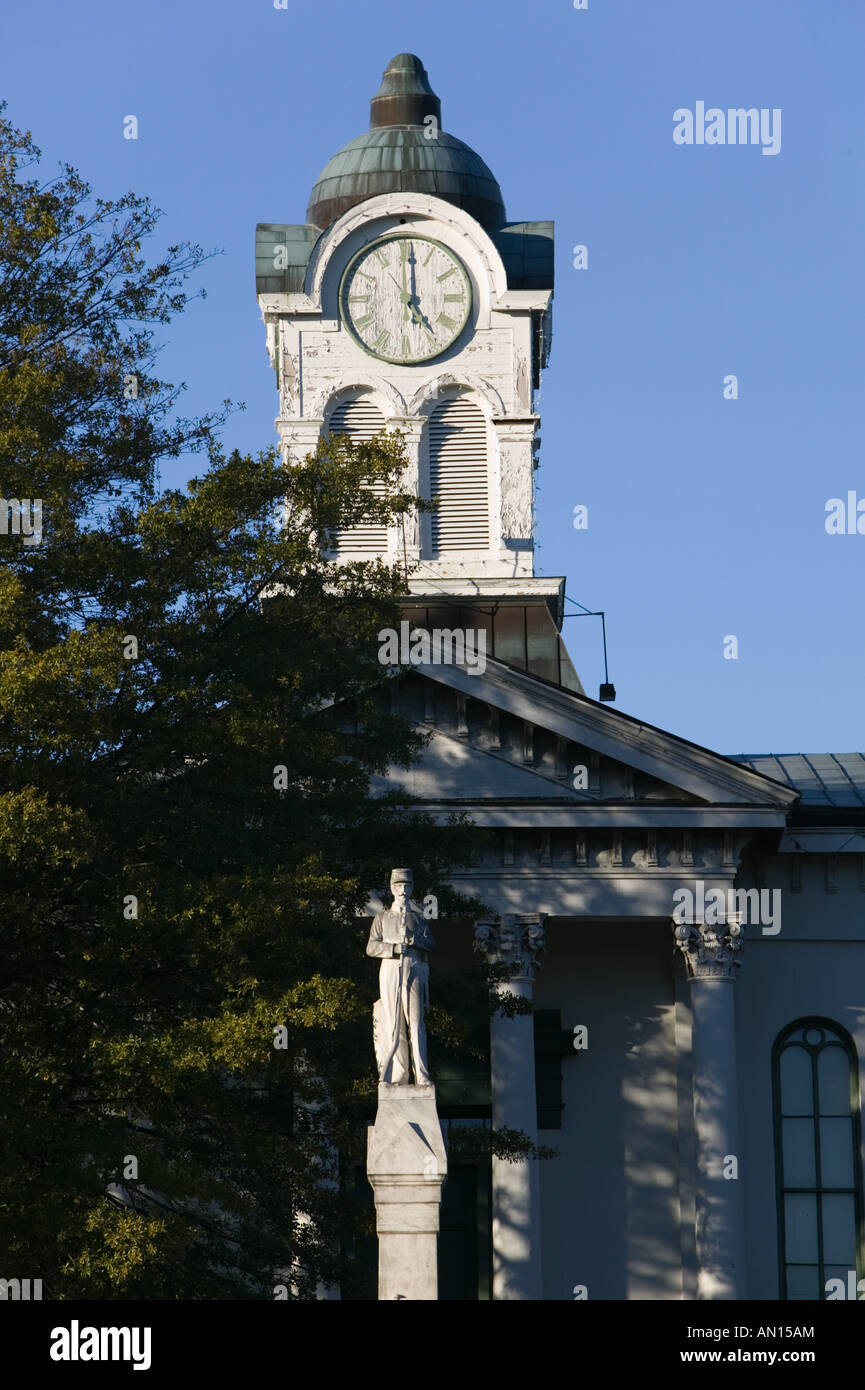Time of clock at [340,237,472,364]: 5:00
